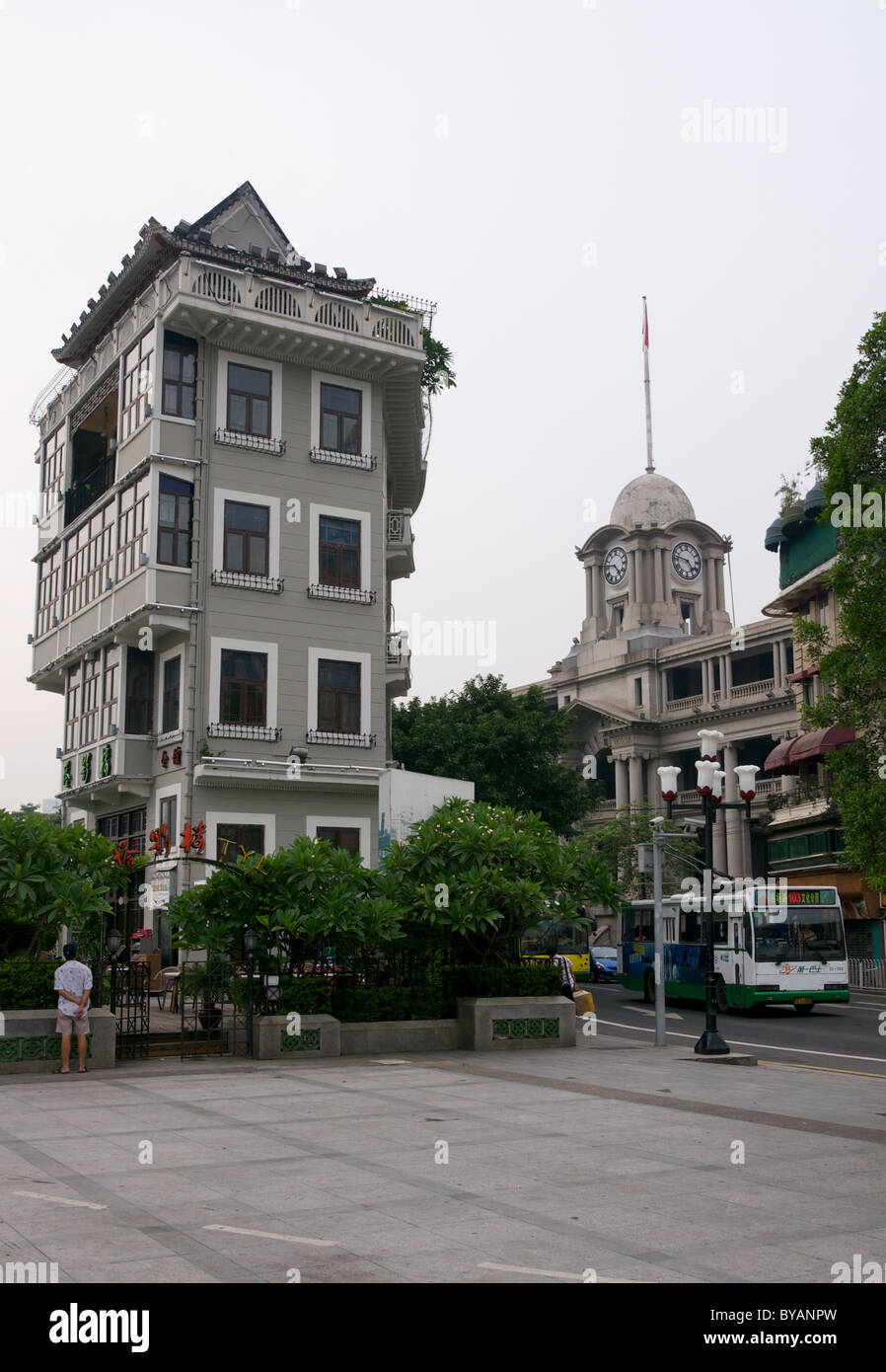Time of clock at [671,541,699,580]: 4:46
